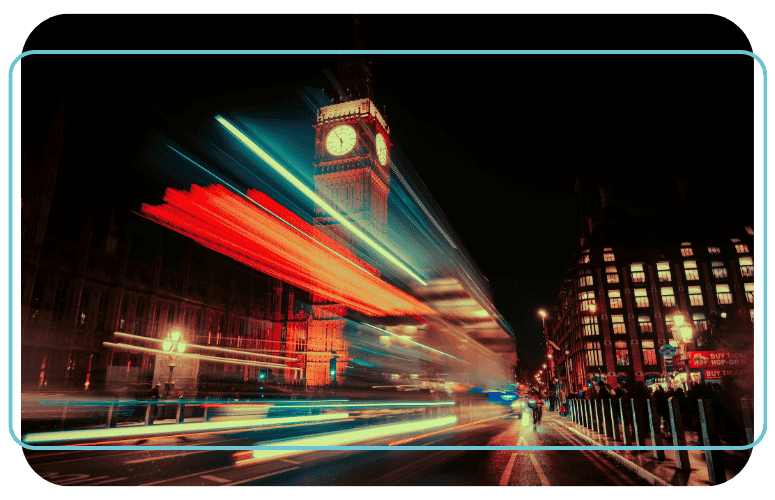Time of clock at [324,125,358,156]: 5:54
